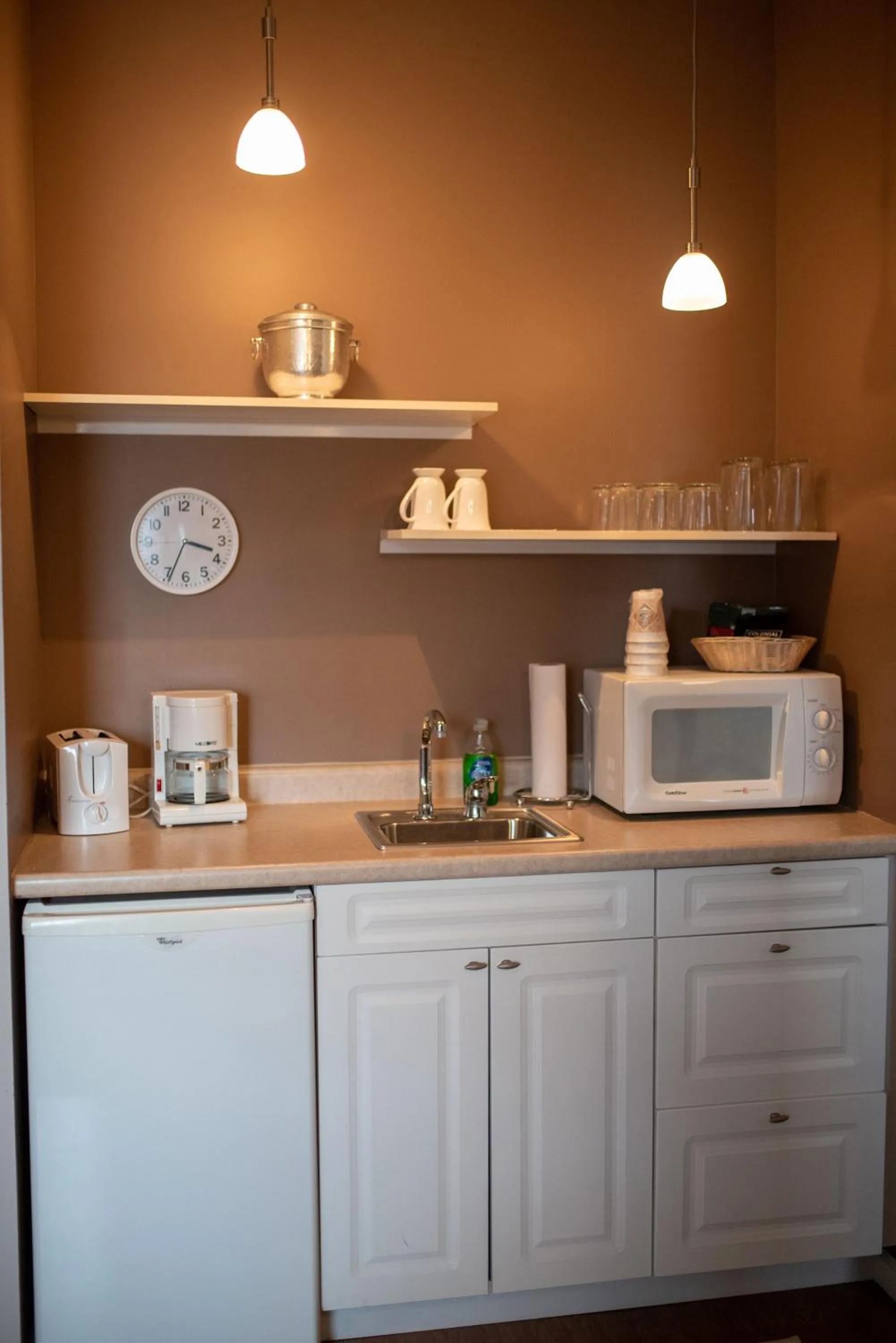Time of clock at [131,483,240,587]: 3:34
